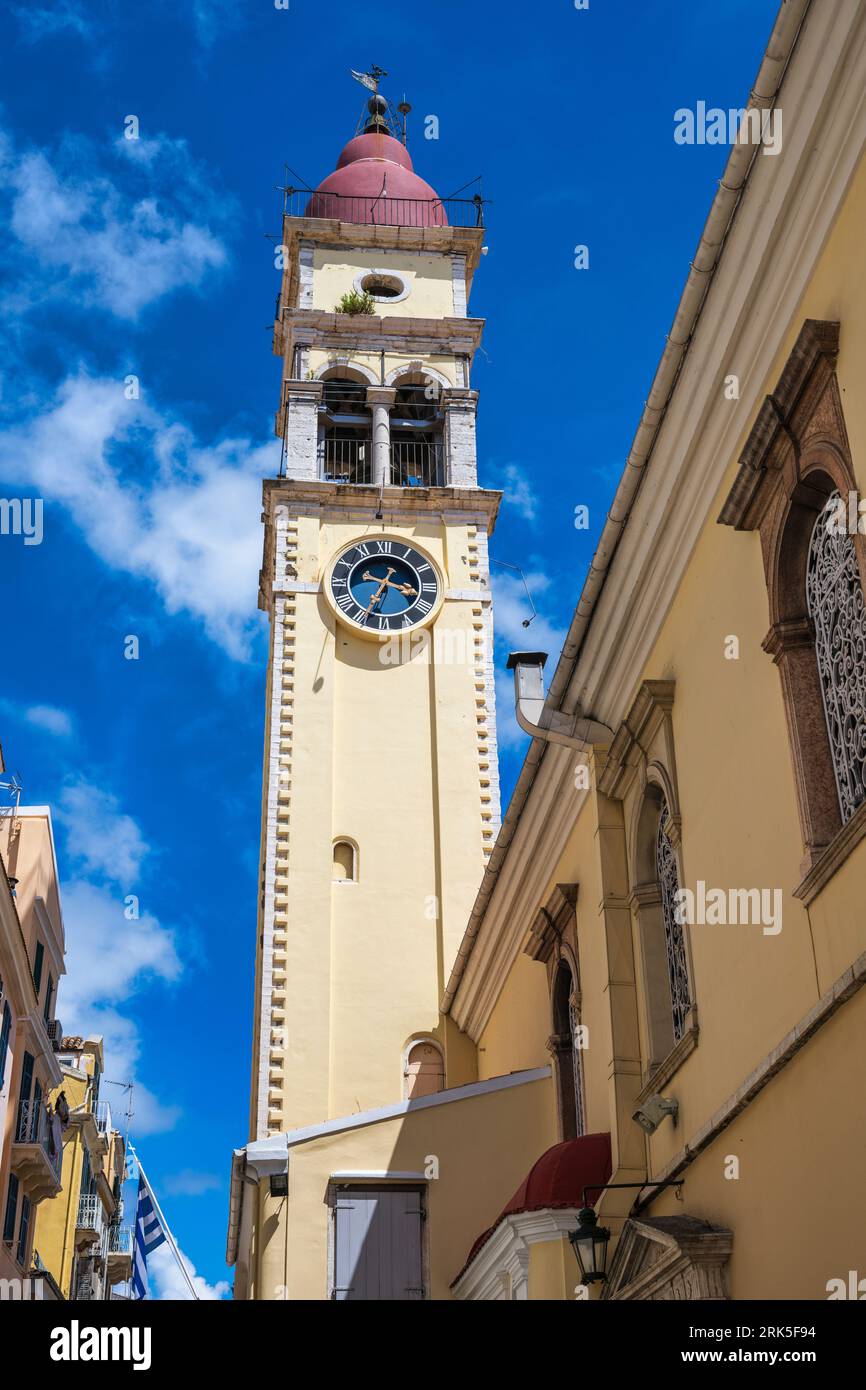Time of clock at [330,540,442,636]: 3:34
